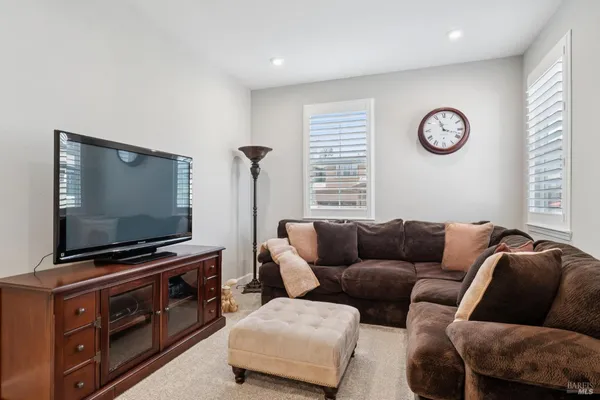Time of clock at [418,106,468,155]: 11:17
